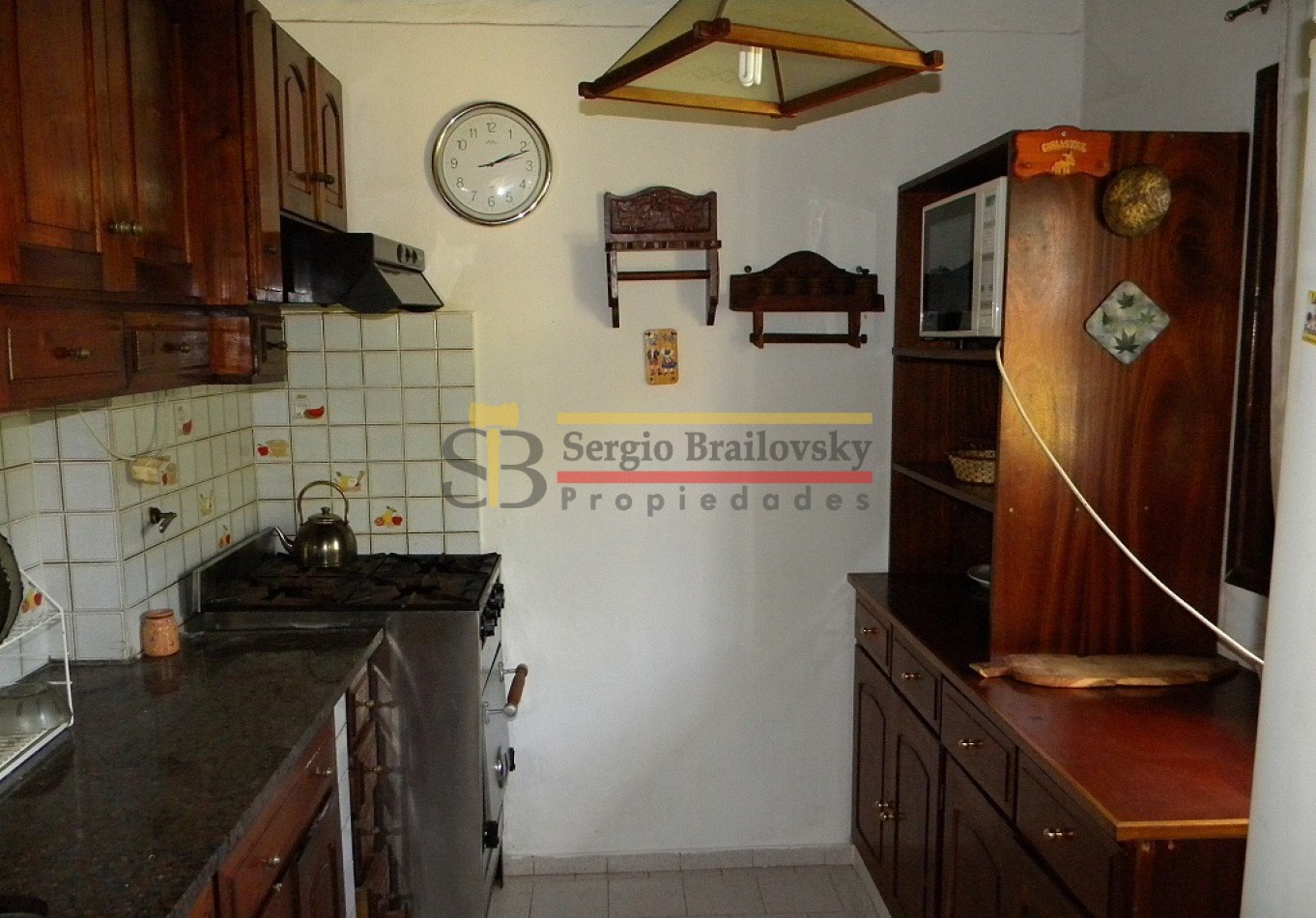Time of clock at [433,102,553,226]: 2:11
